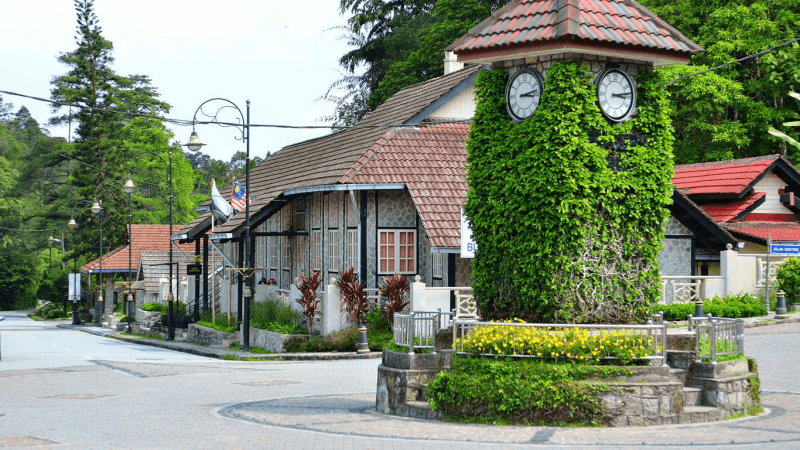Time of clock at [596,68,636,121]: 3:13
